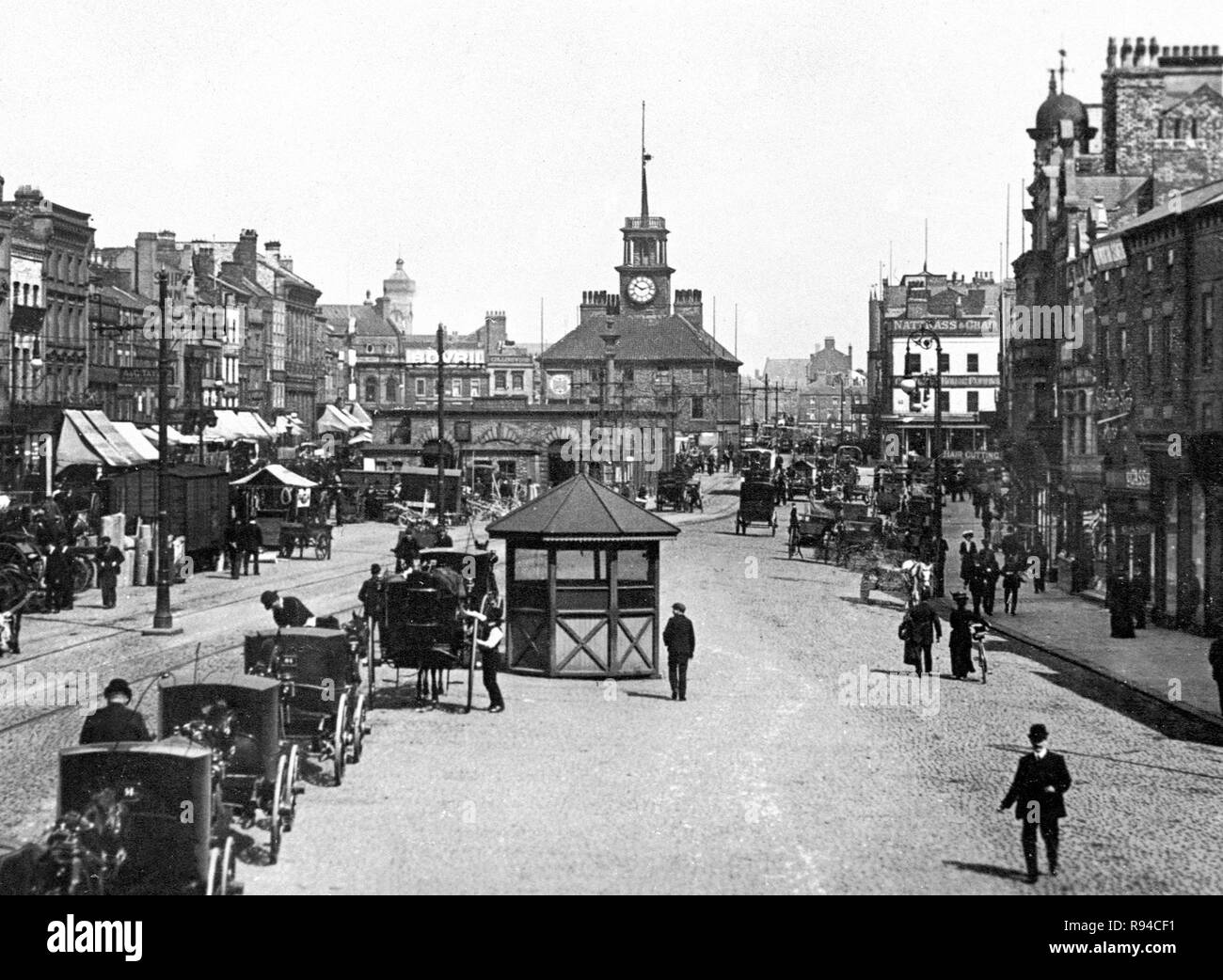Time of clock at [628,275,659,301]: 10:12
